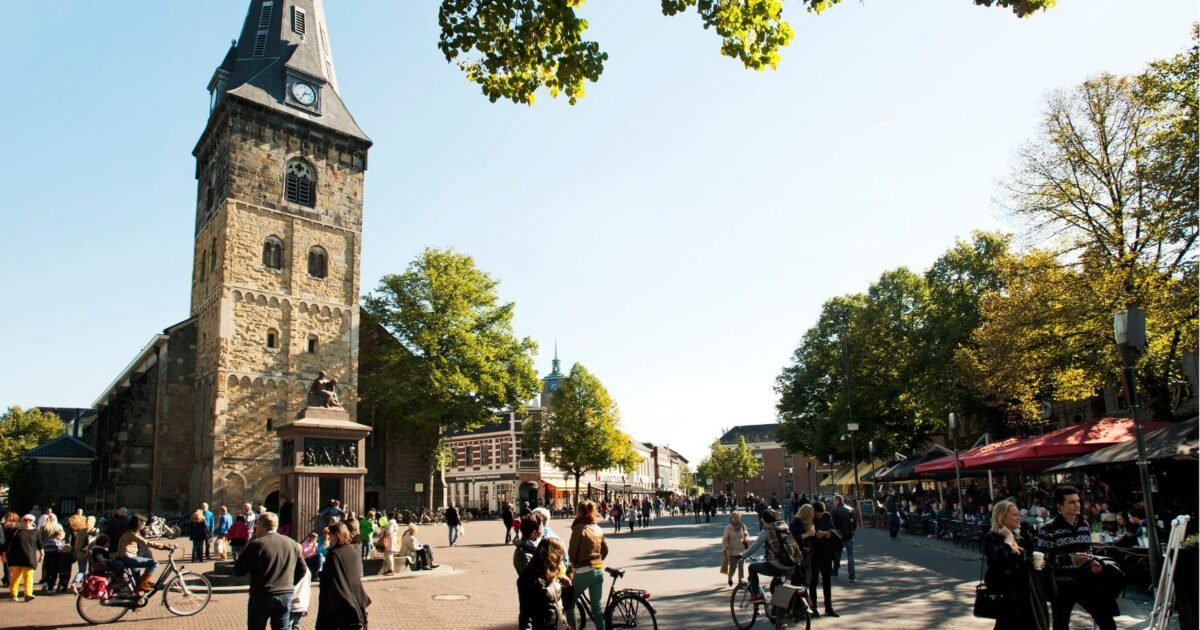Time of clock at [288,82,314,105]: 2:34
